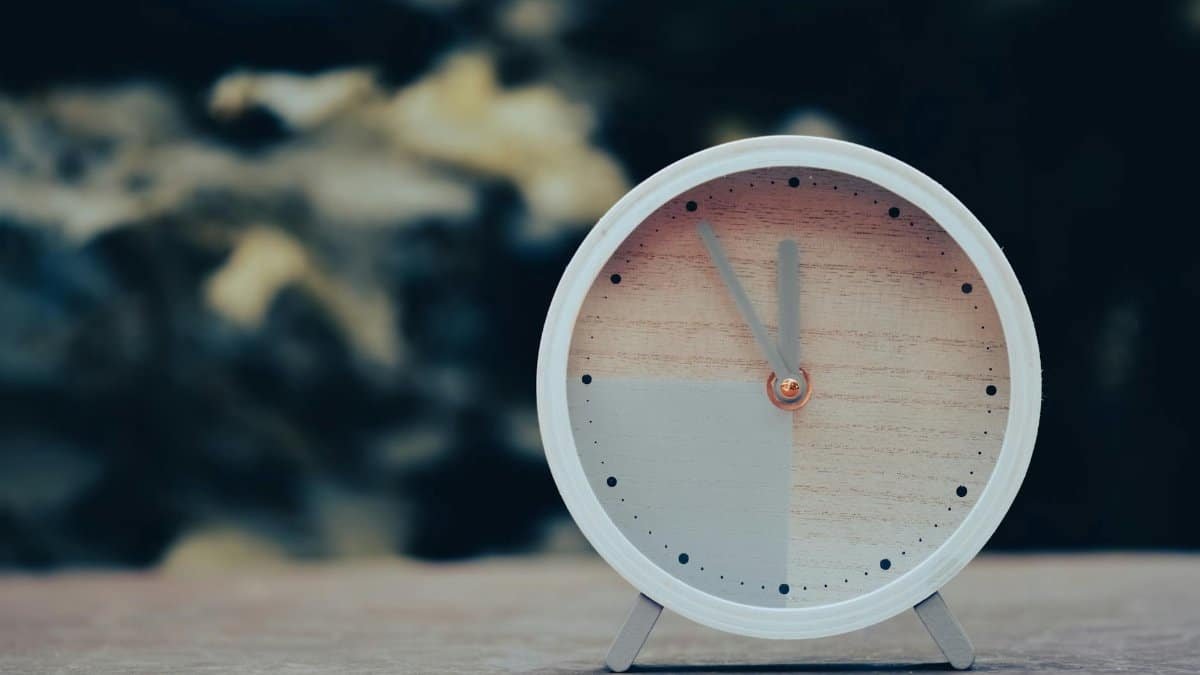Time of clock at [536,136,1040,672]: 11:55
